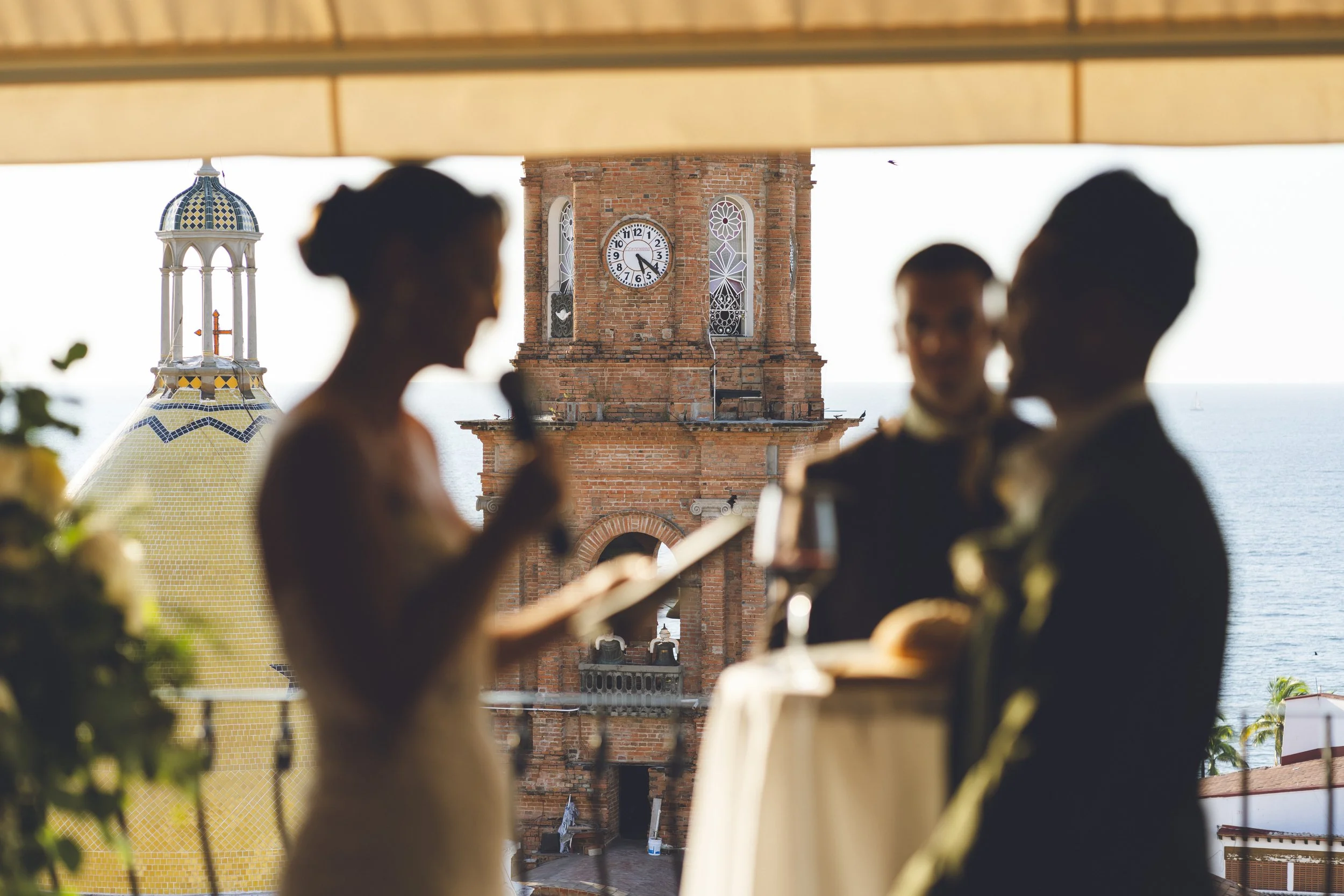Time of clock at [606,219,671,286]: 5:21
